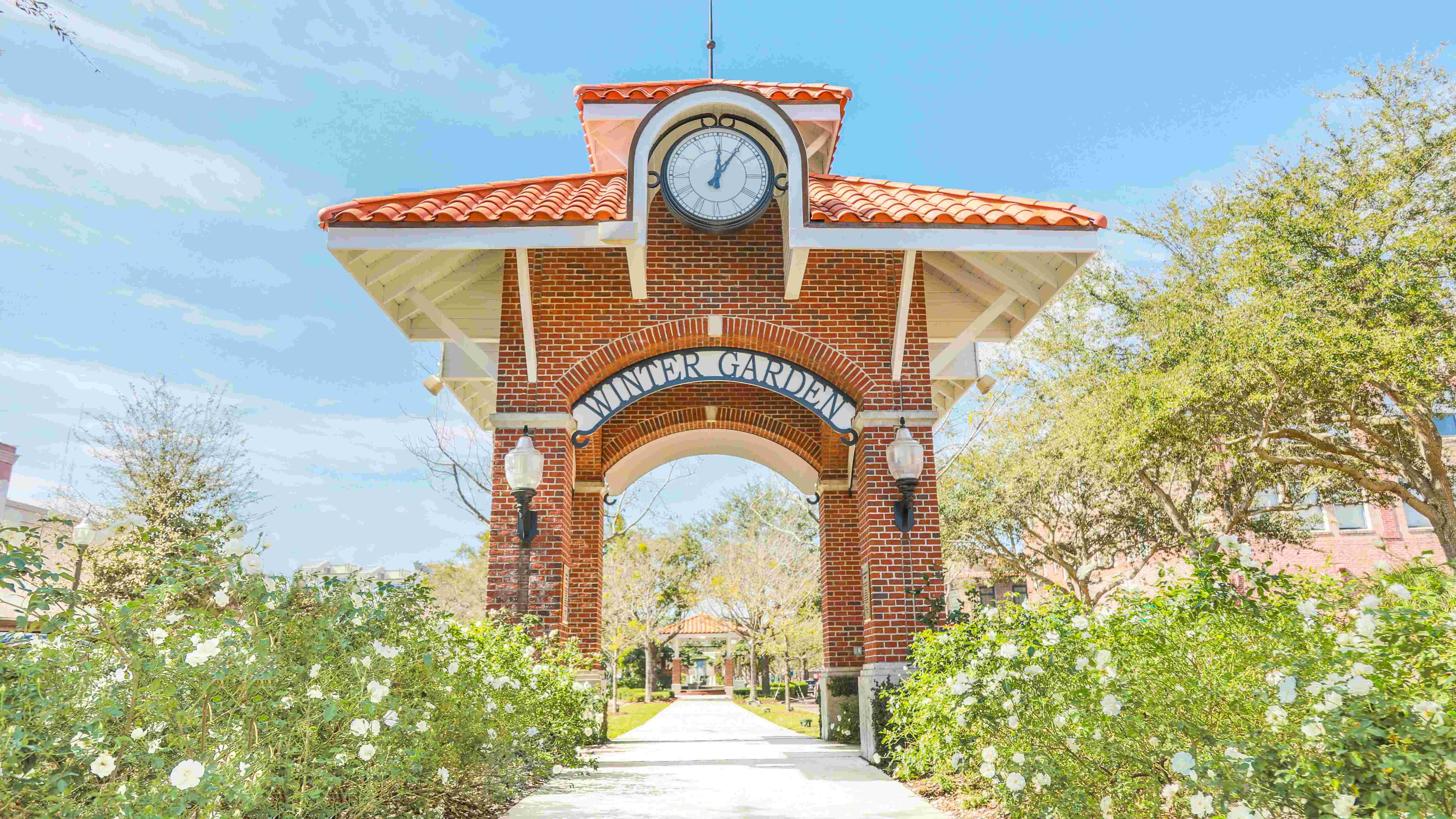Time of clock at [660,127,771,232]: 12:05
